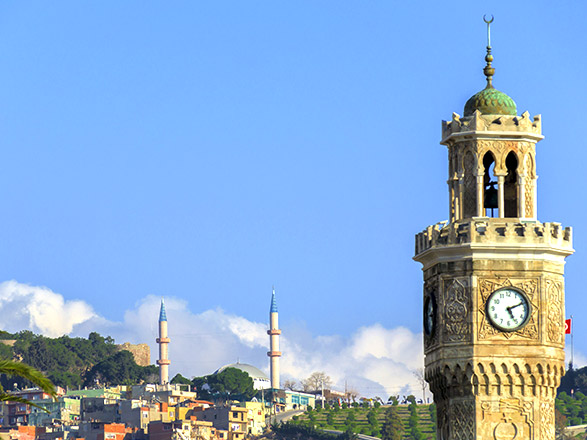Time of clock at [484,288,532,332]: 5:11
